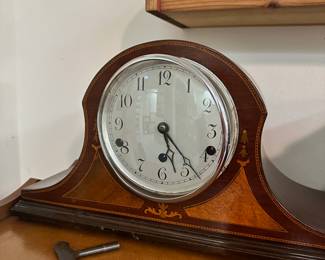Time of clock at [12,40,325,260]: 5:23
